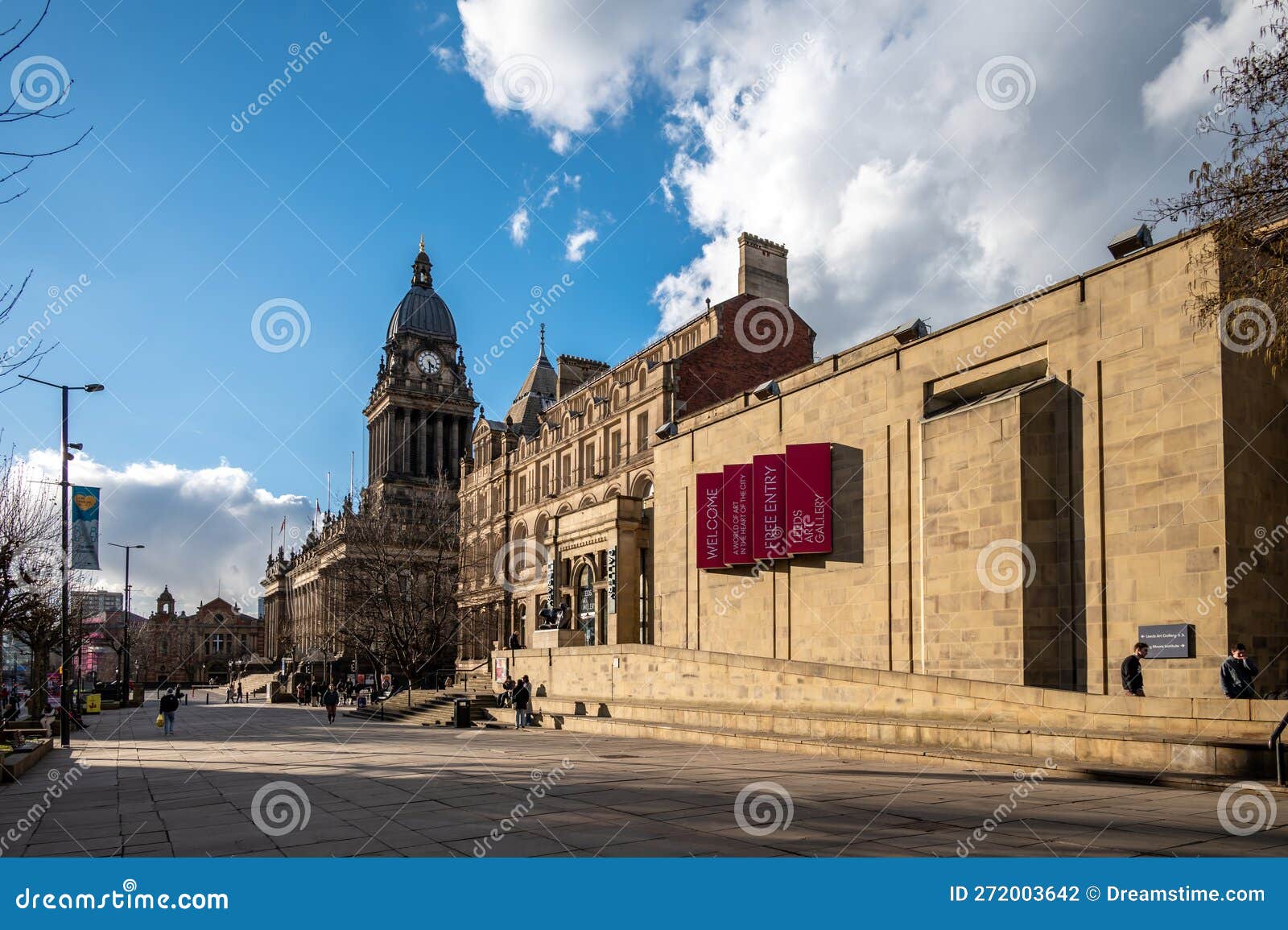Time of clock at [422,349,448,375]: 4:29
